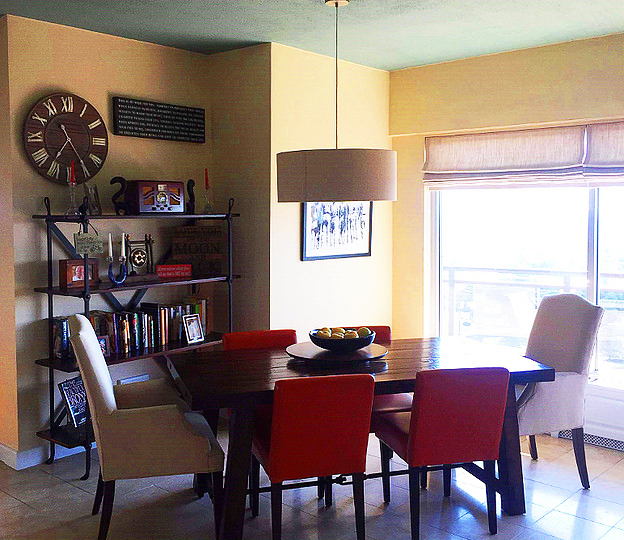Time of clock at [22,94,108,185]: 7:24
